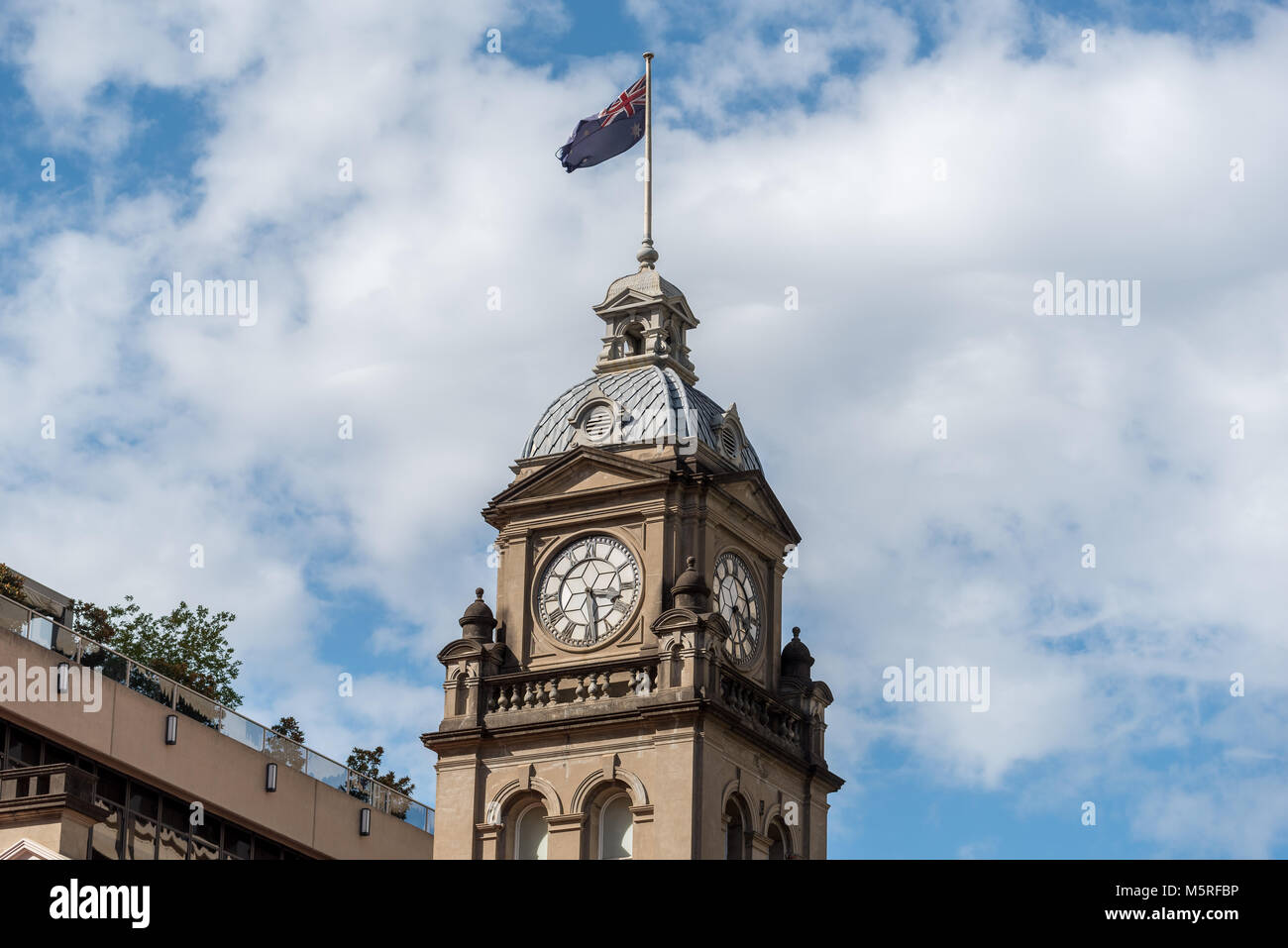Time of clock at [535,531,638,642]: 3:28
